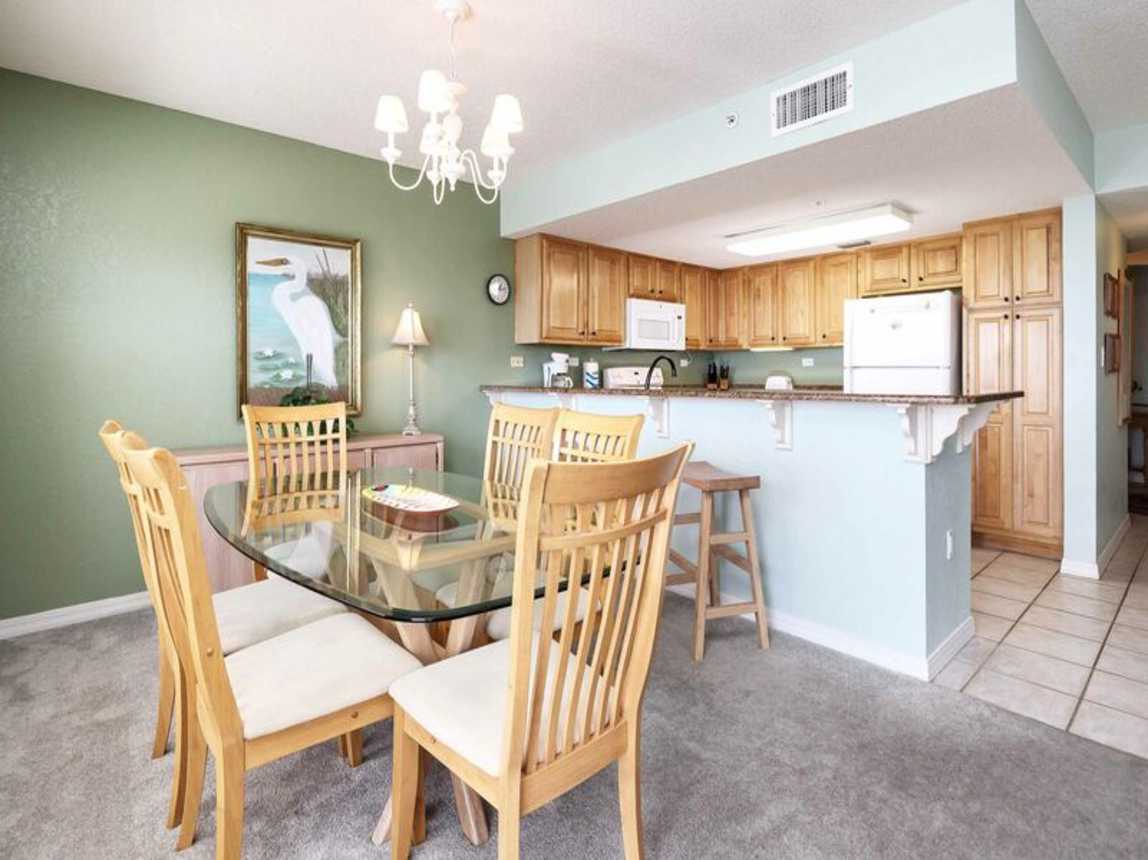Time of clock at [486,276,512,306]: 1:13
